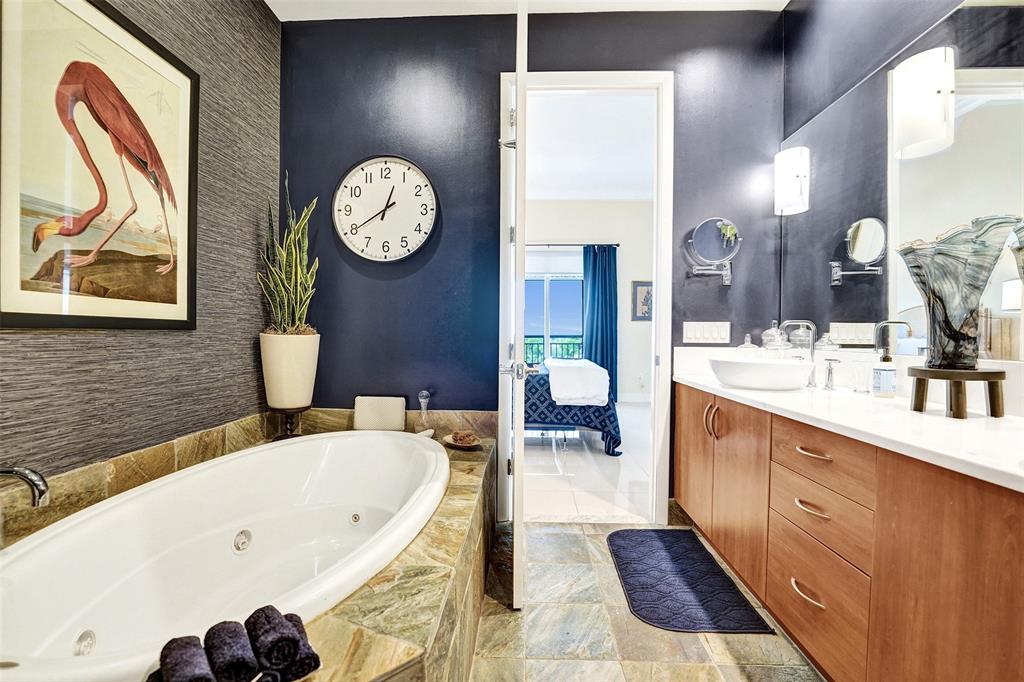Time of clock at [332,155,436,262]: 12:39
